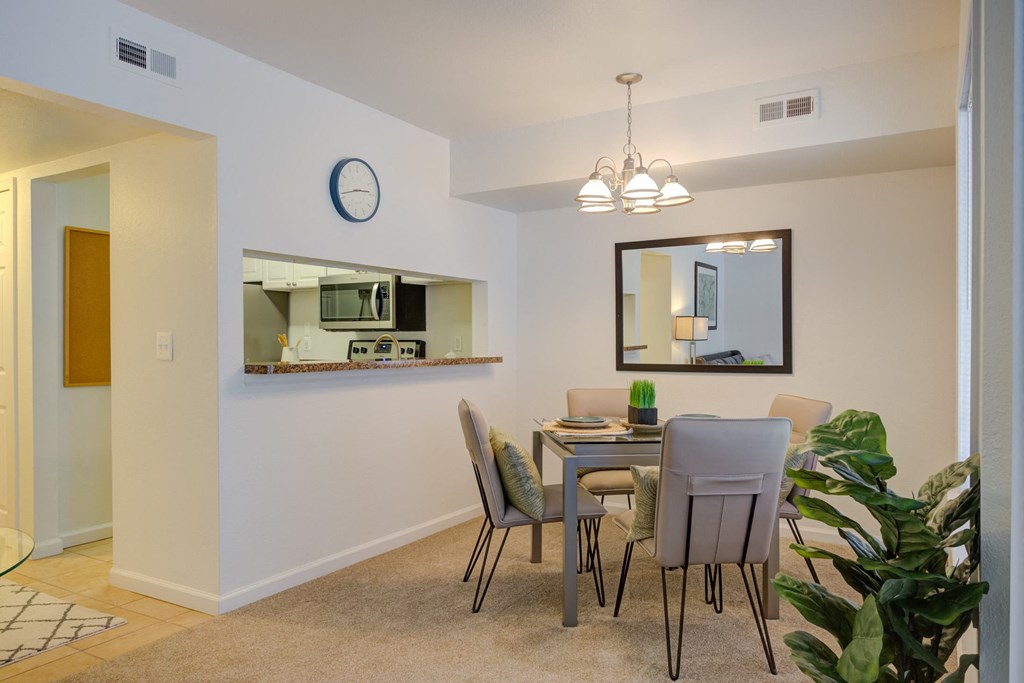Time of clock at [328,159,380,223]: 2:41
